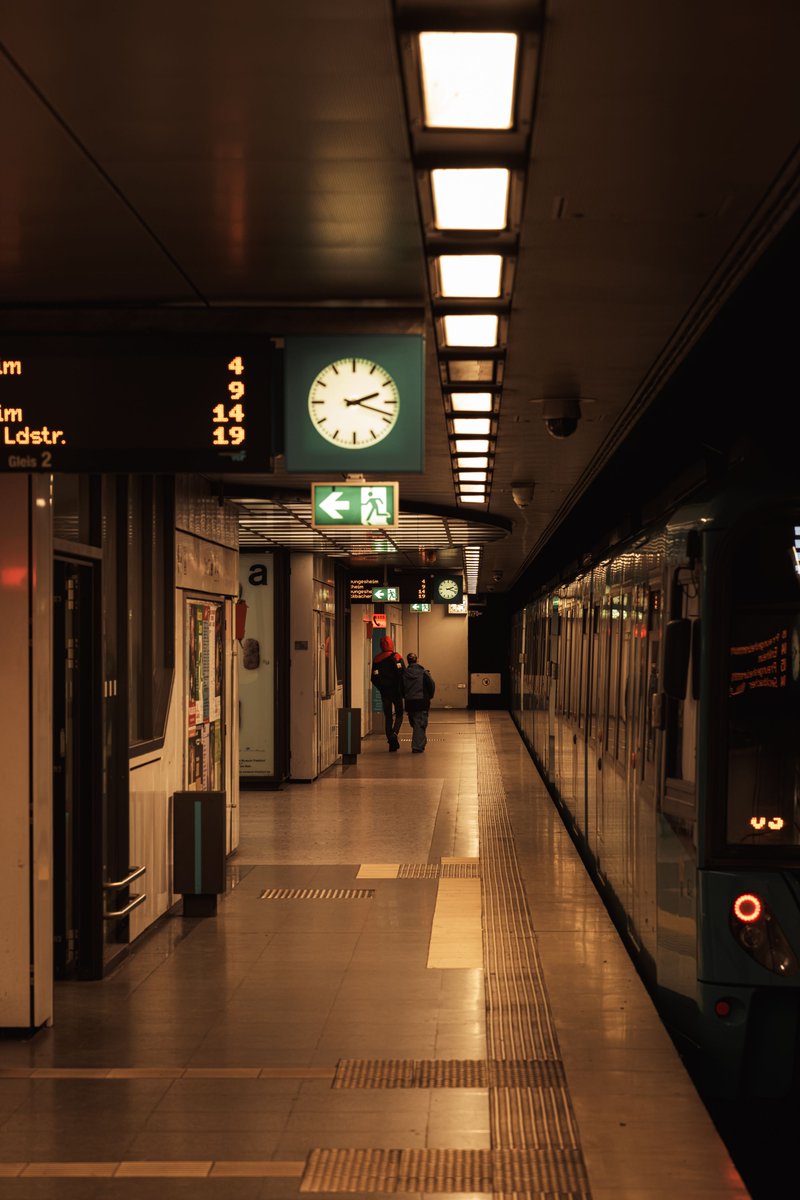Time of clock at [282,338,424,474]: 2:18
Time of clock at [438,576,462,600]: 2:18
